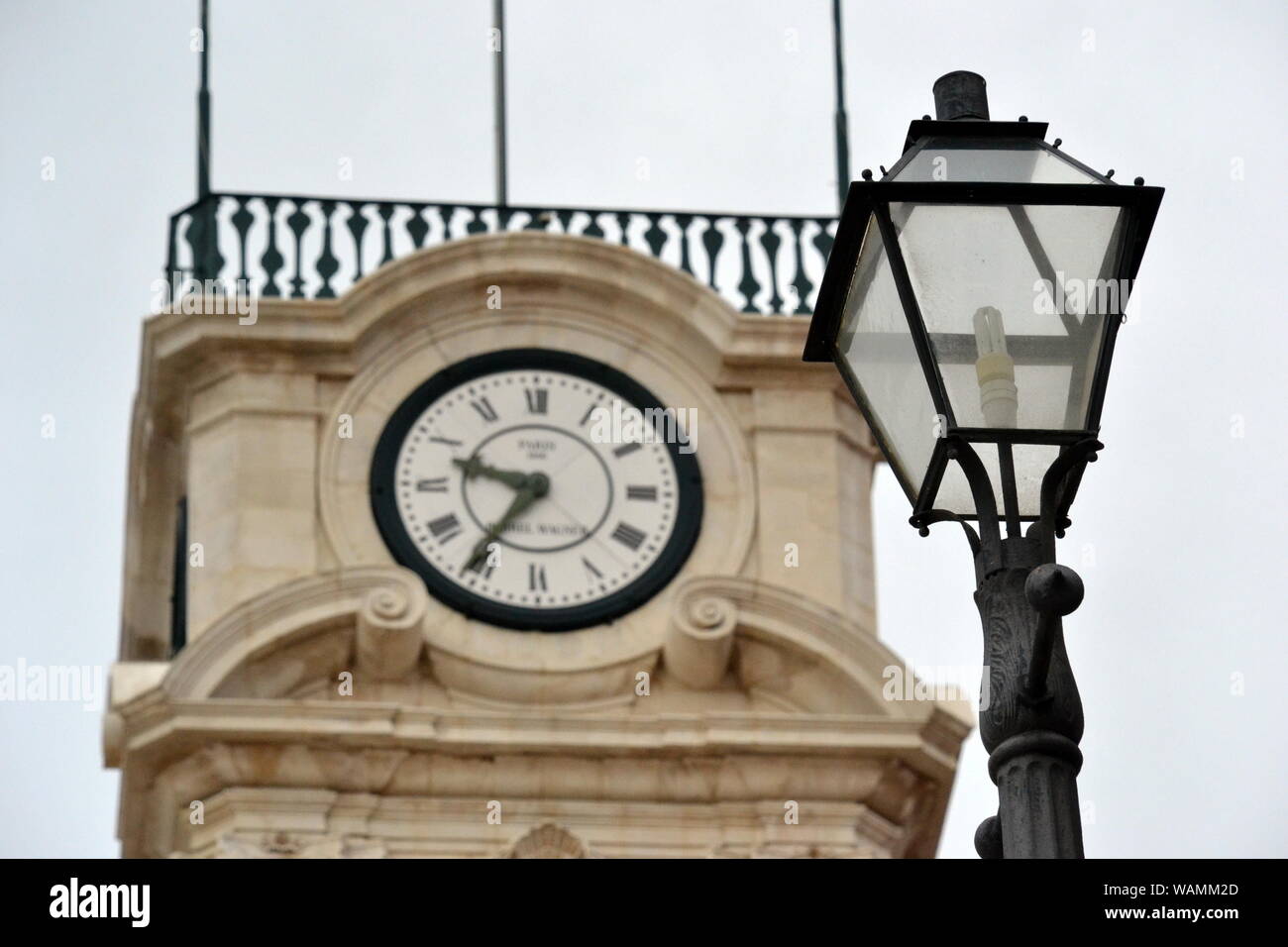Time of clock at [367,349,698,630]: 9:35
